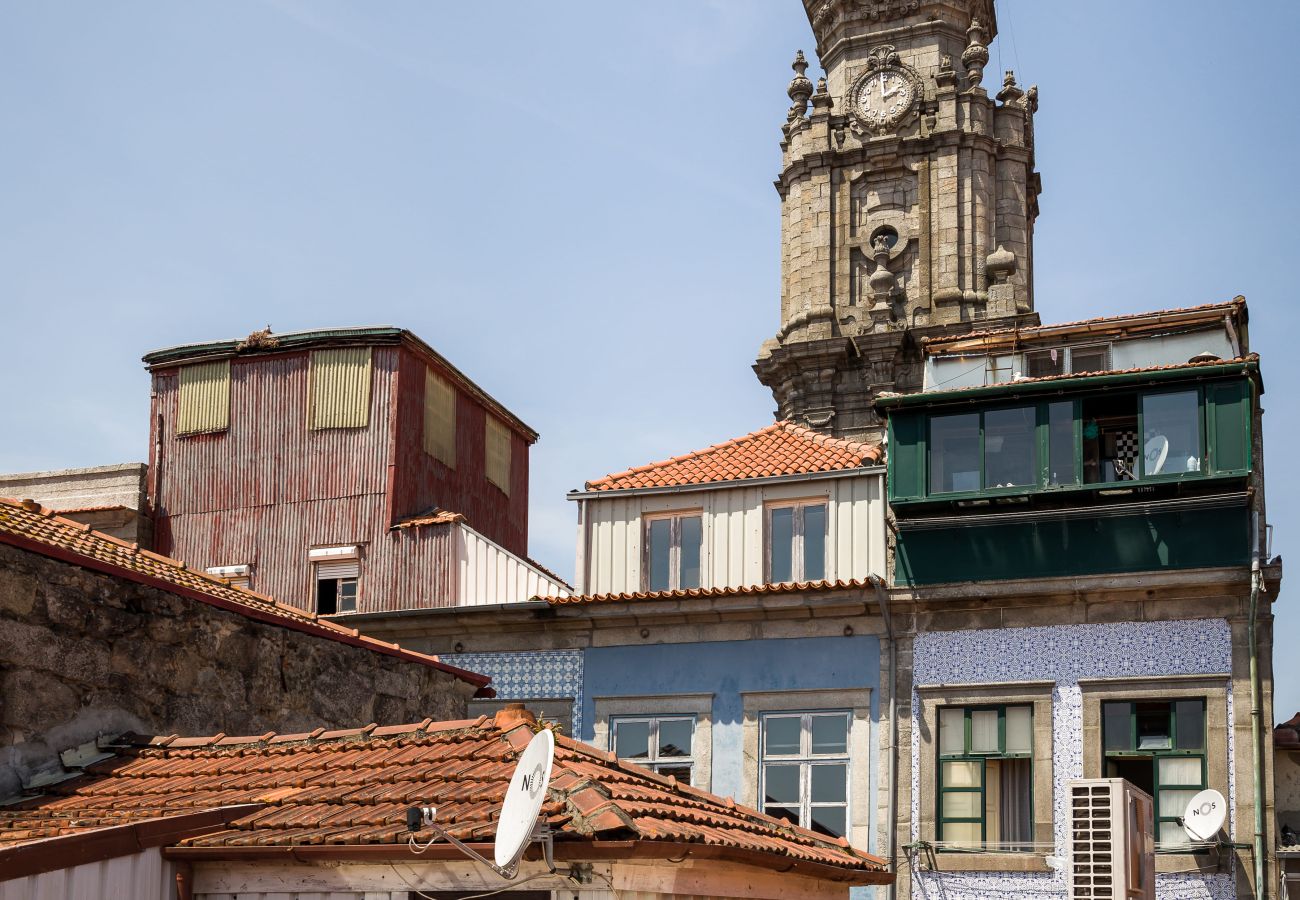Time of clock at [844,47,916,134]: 1:59
